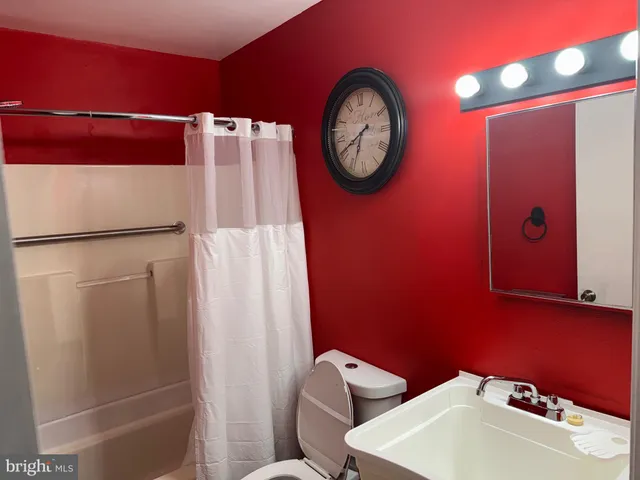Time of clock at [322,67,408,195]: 6:40
